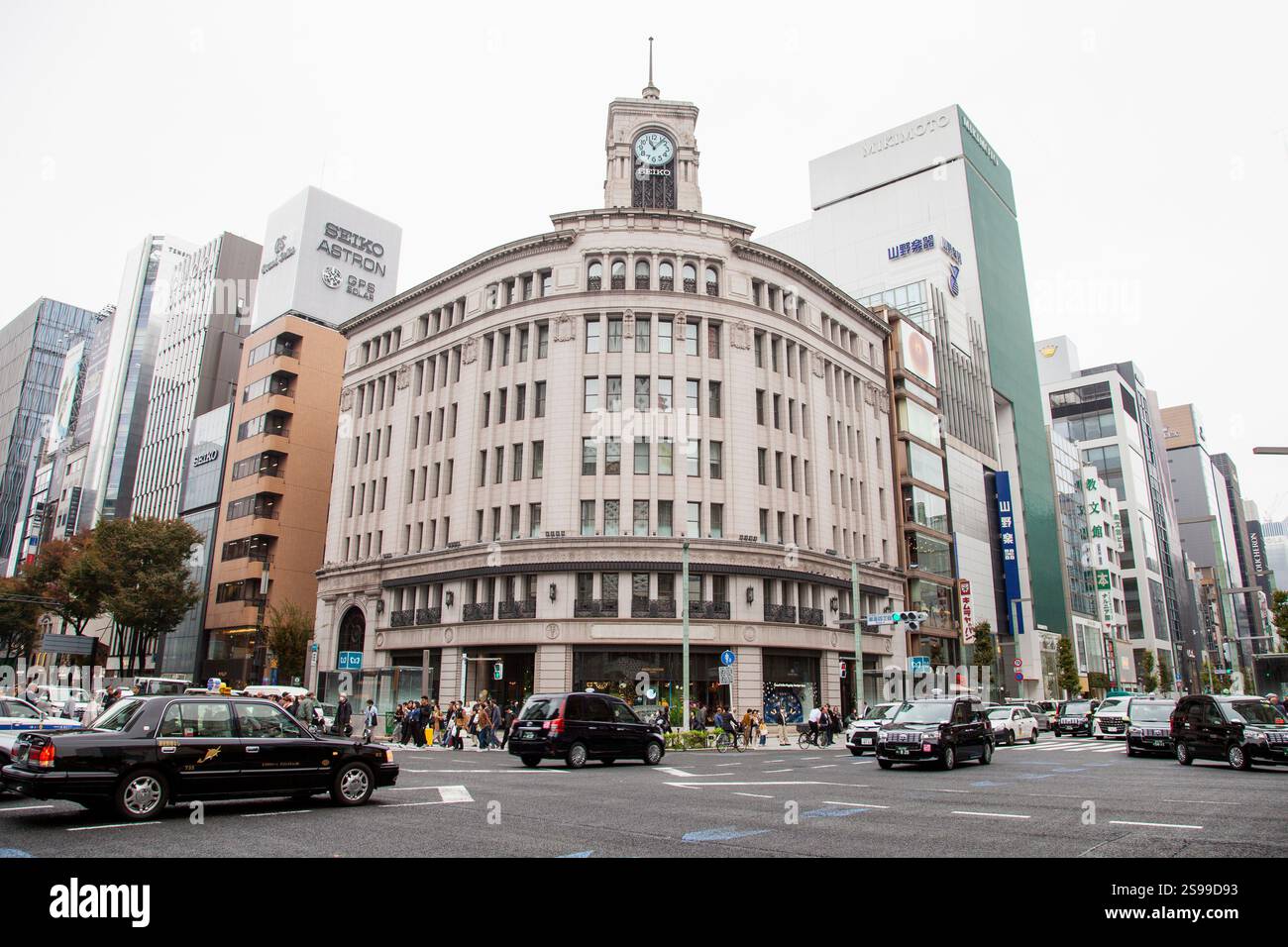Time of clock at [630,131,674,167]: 11:07
